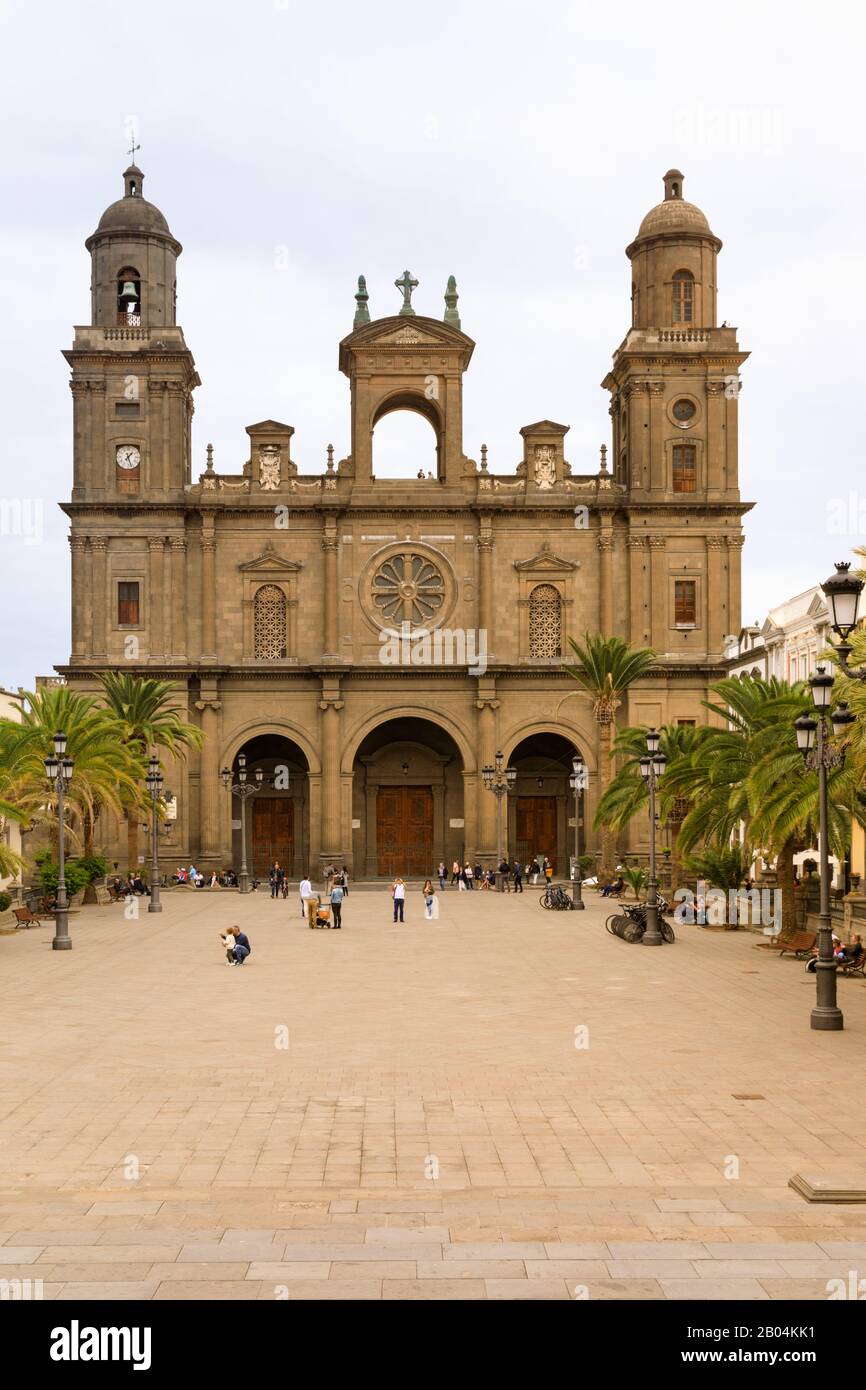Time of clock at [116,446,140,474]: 1:26
